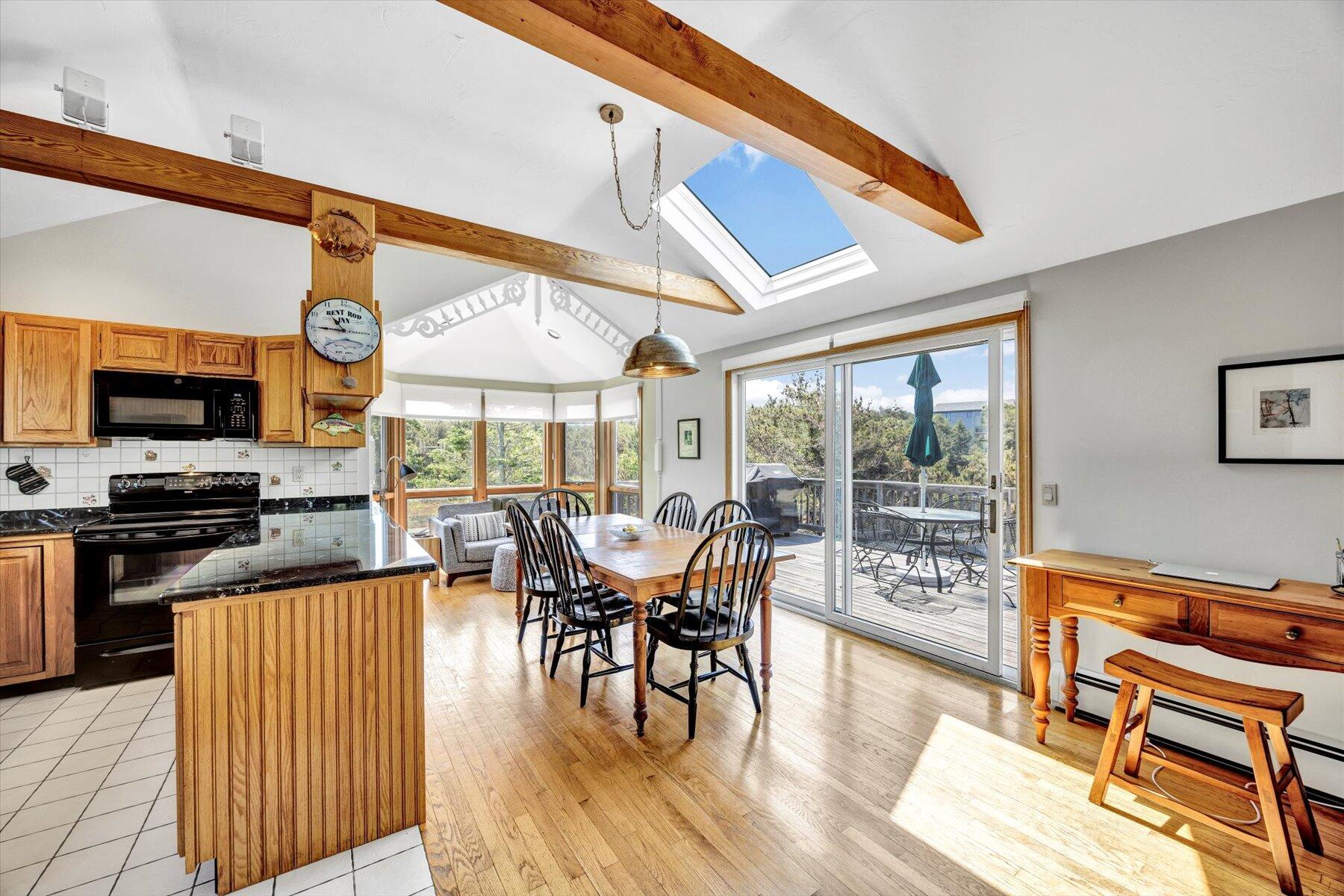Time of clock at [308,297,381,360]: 10:45
